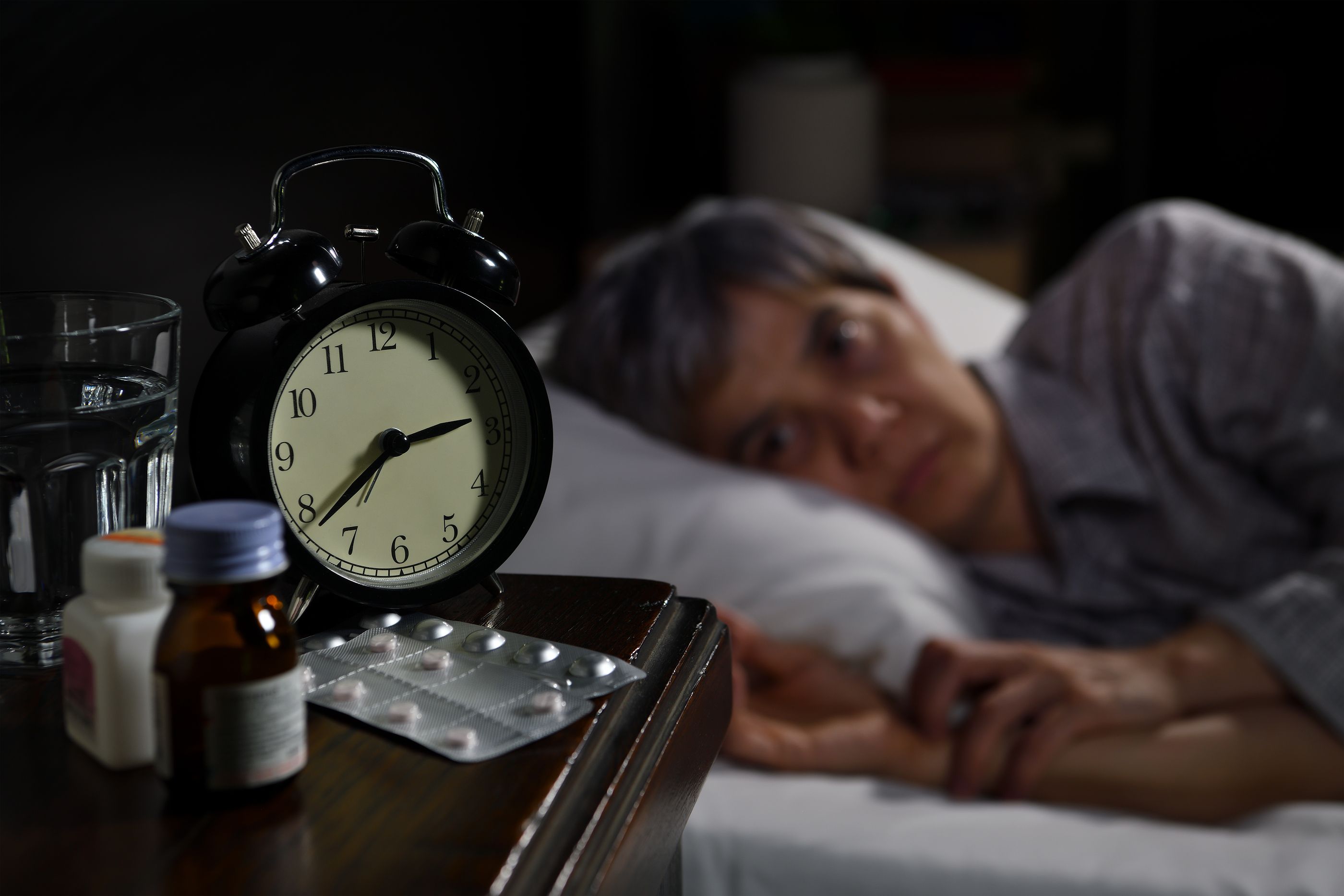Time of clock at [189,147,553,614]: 2:38
